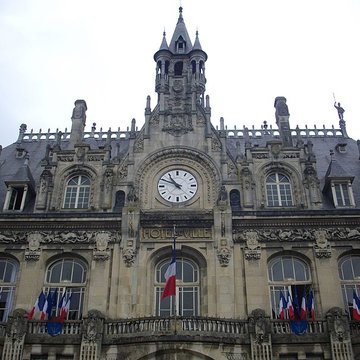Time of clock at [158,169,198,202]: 10:49
